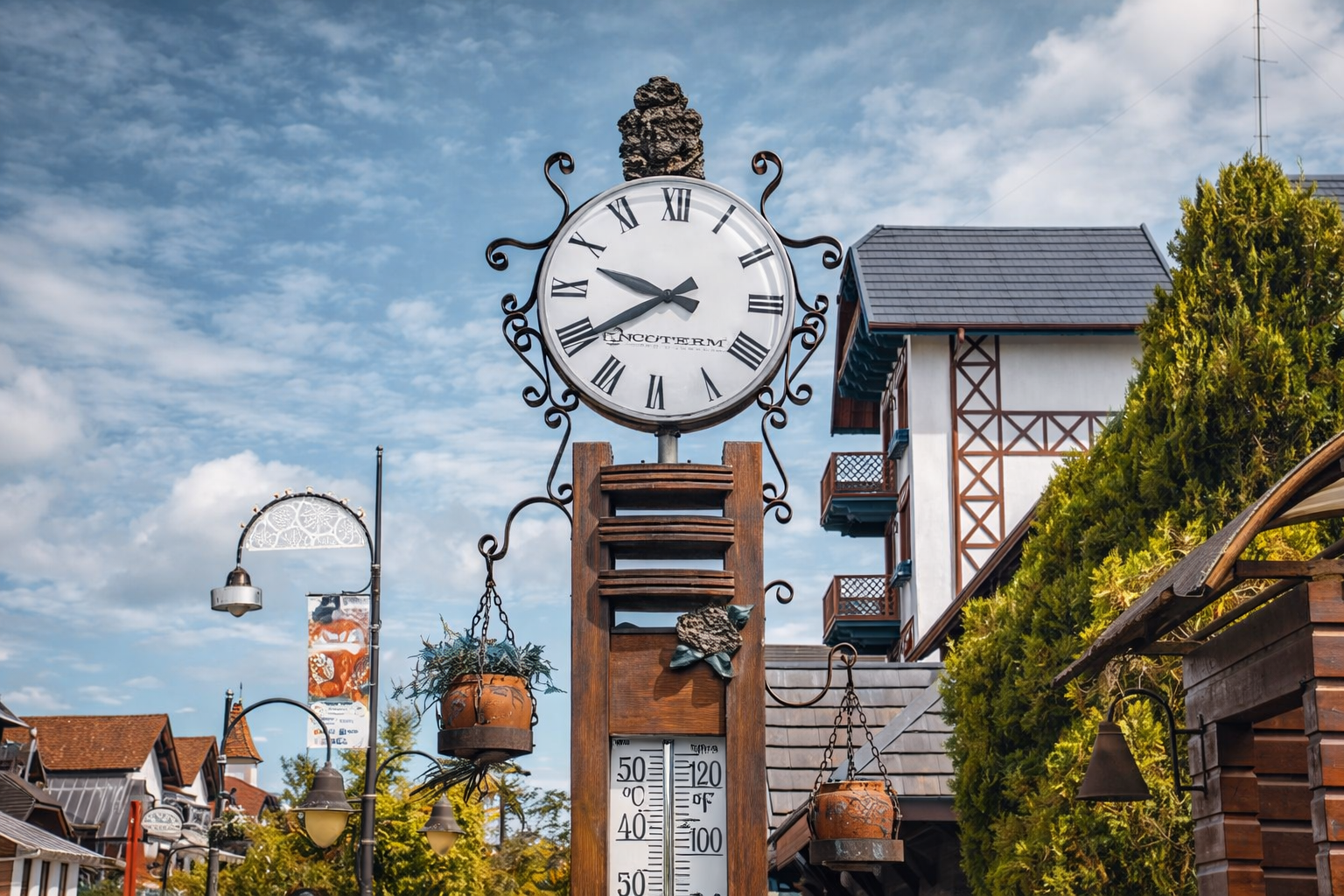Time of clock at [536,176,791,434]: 9:39
